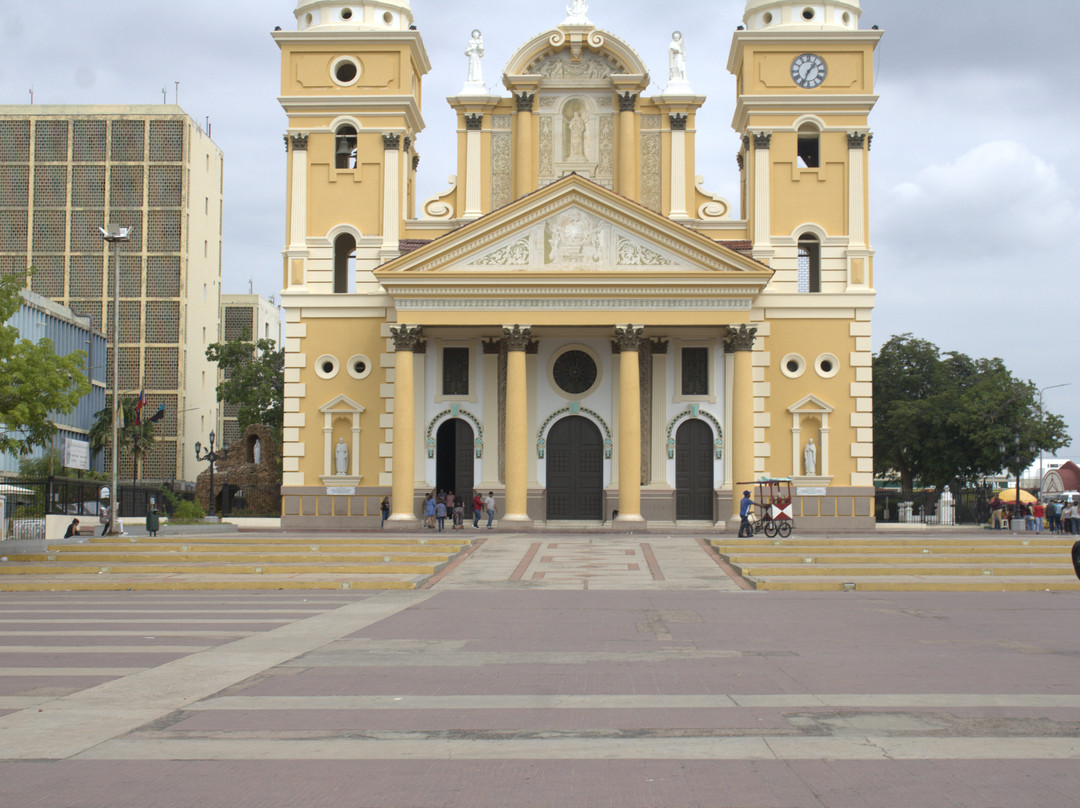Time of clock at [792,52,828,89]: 1:33
